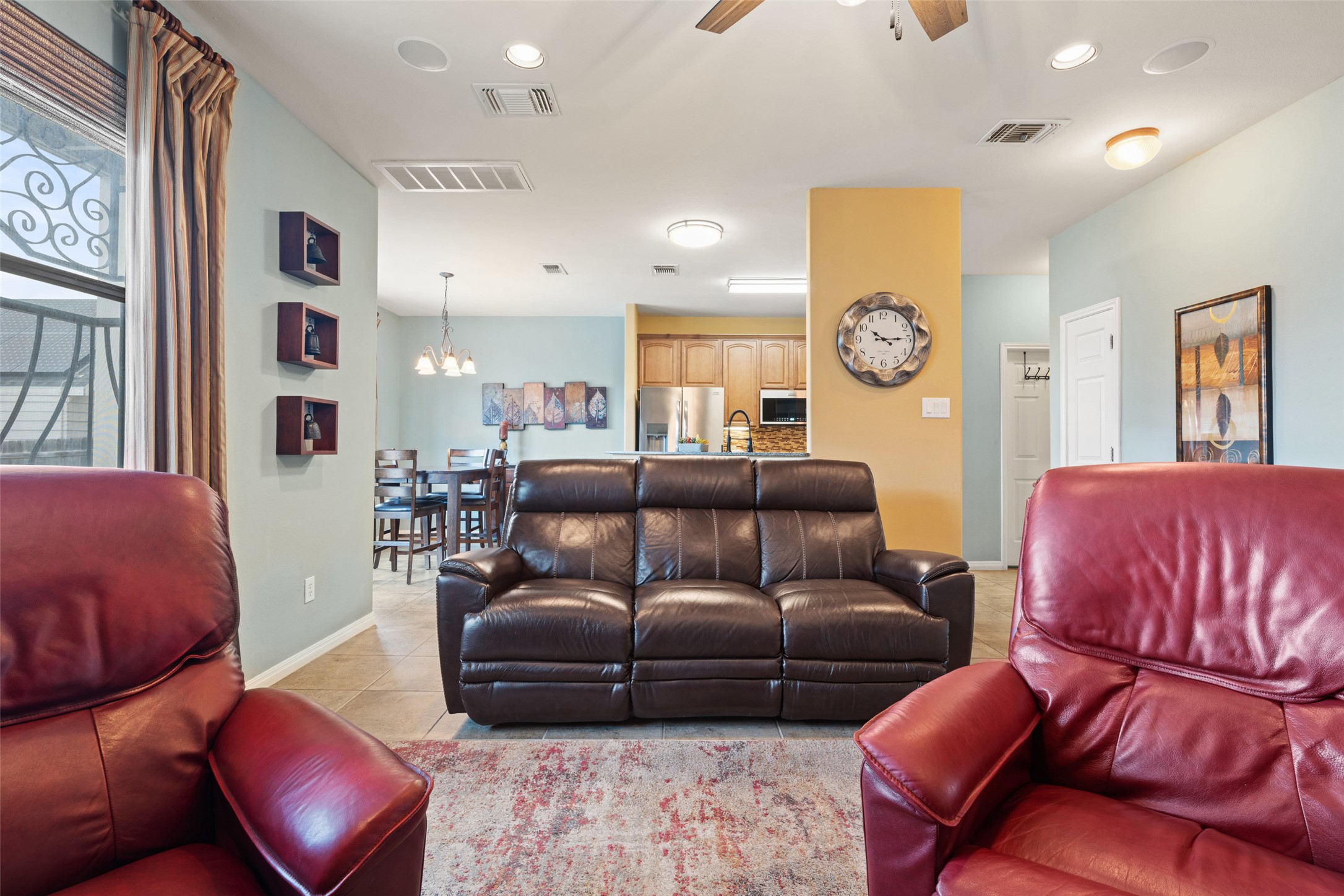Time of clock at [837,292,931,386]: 10:14
